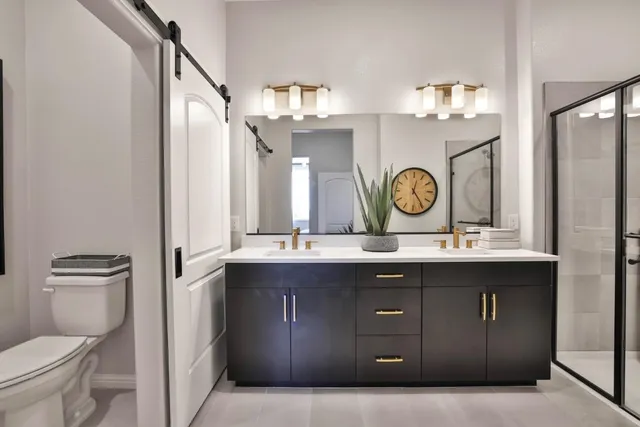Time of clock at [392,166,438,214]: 12:24
